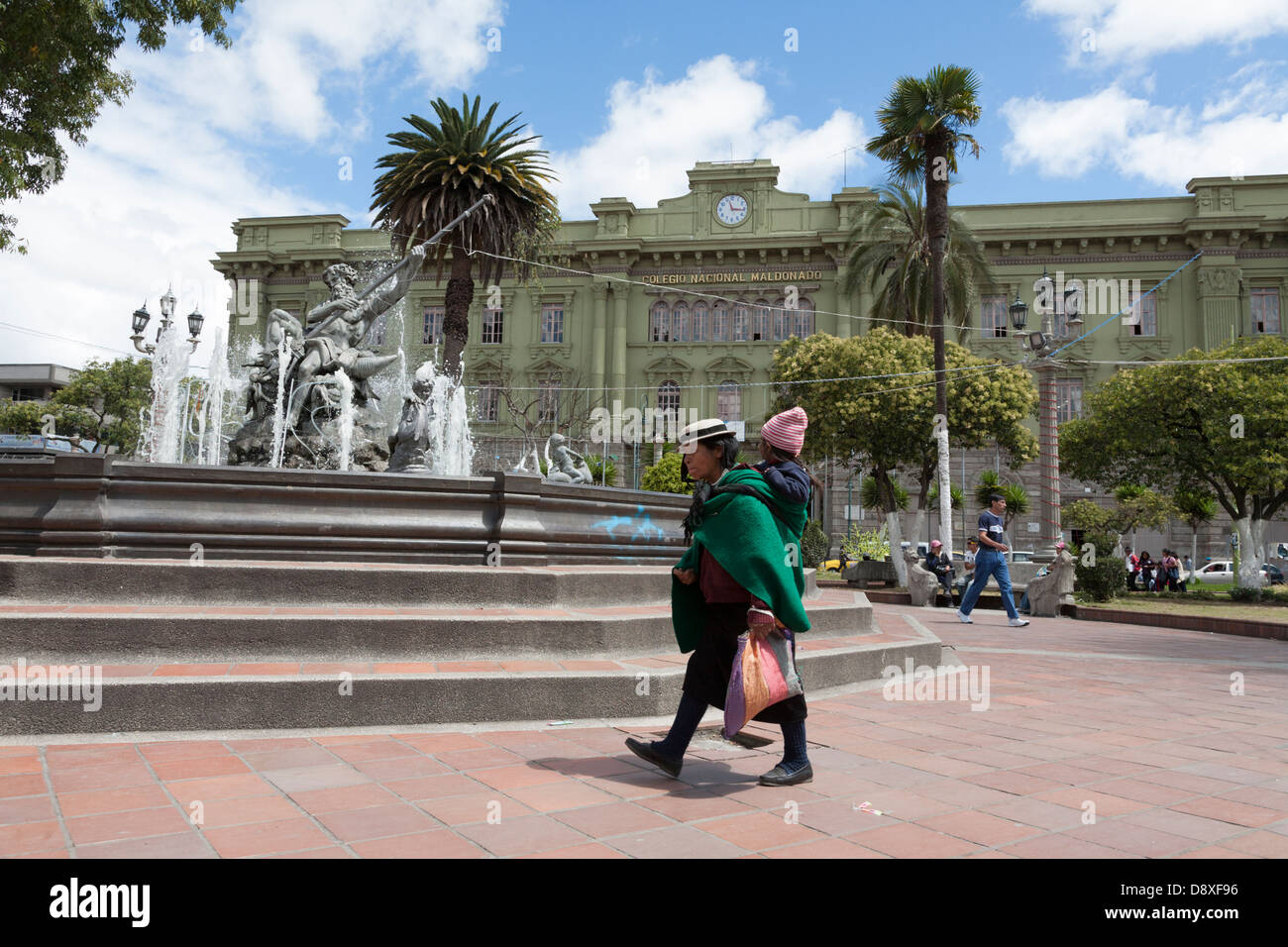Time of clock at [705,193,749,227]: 11:16
